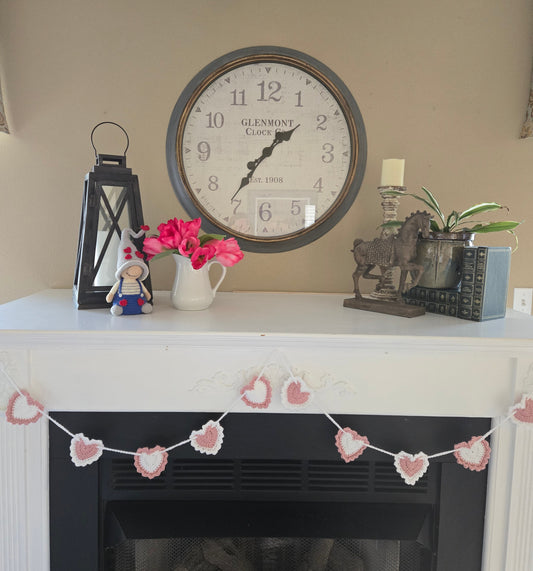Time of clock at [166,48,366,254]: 1:36
